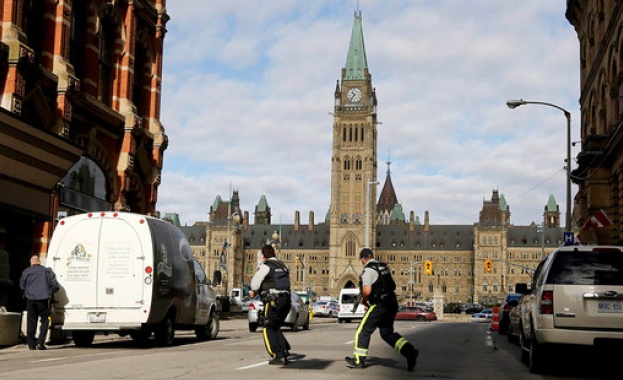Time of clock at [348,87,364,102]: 10:36
